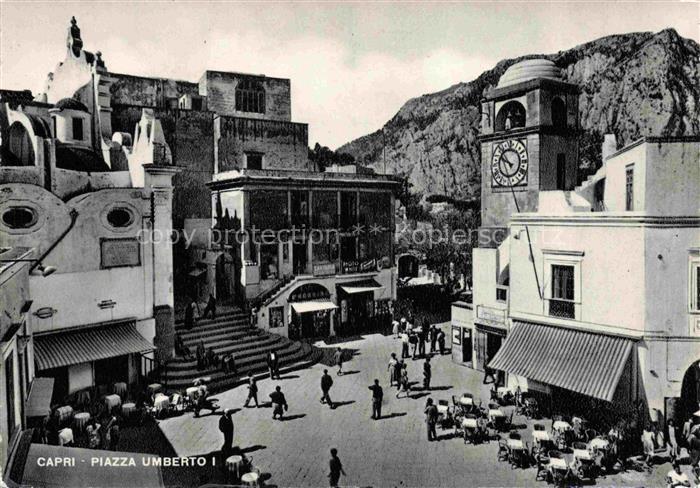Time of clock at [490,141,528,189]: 9:53
